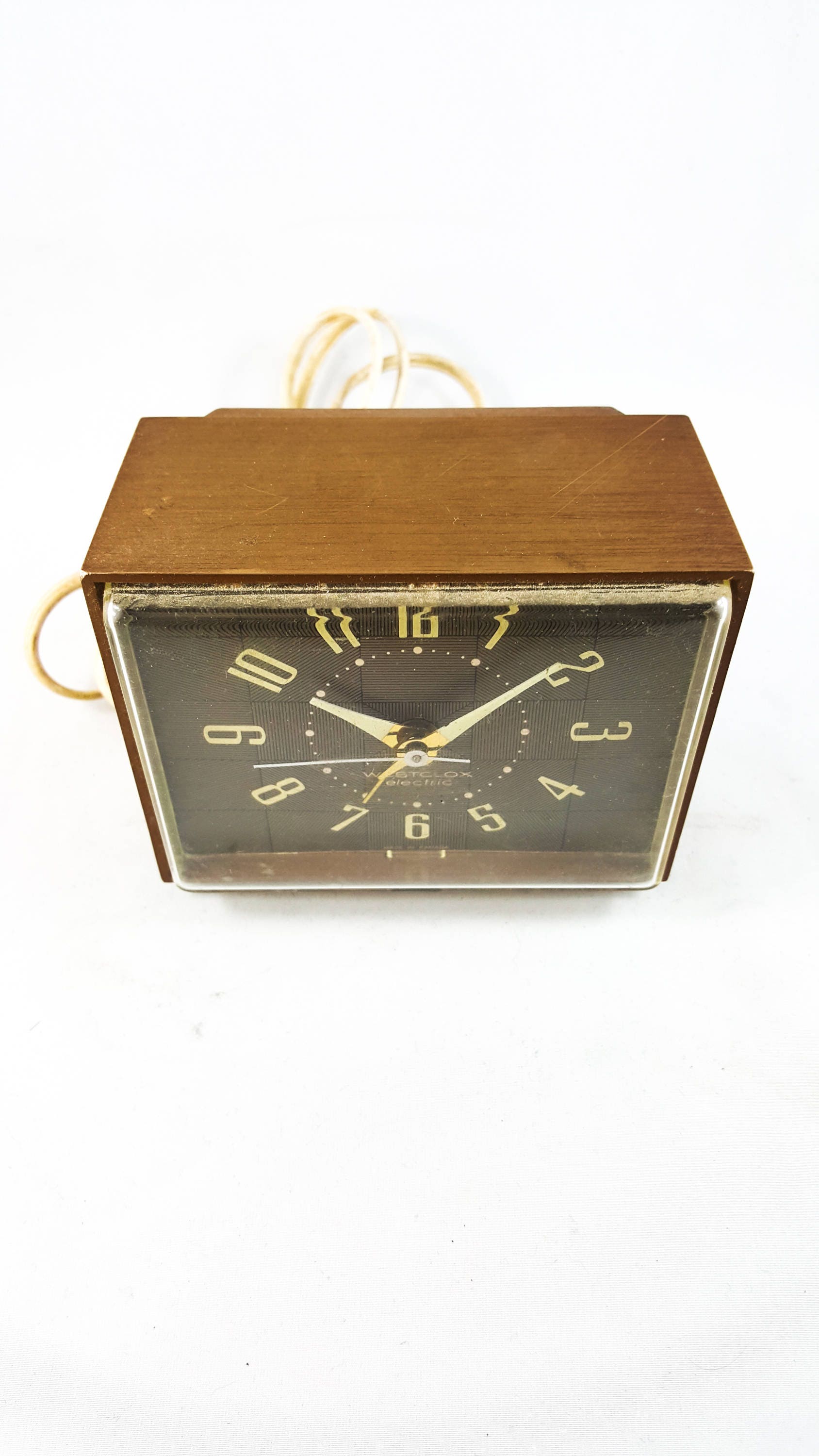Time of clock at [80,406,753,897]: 10:08
